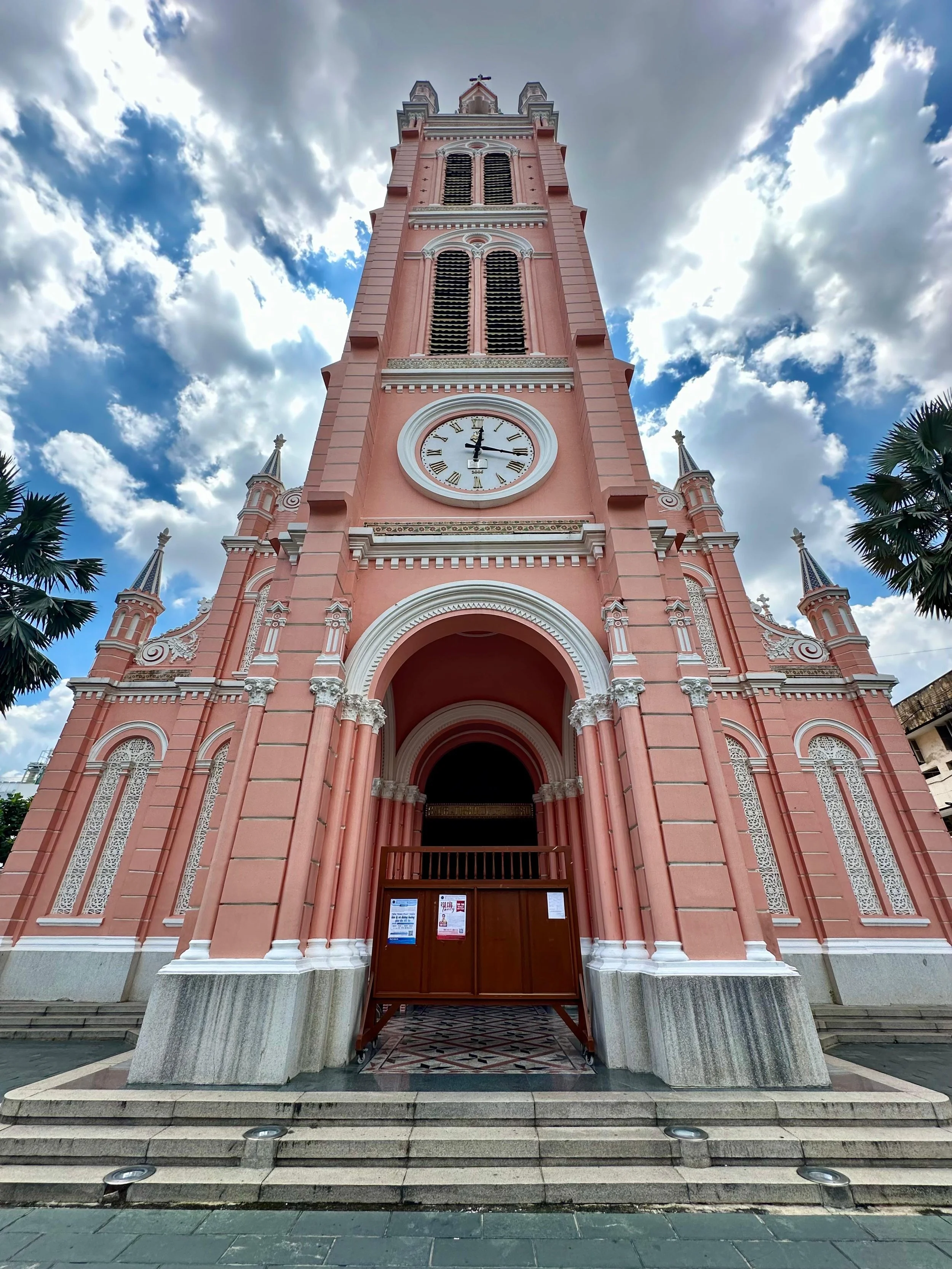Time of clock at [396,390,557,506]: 12:16
